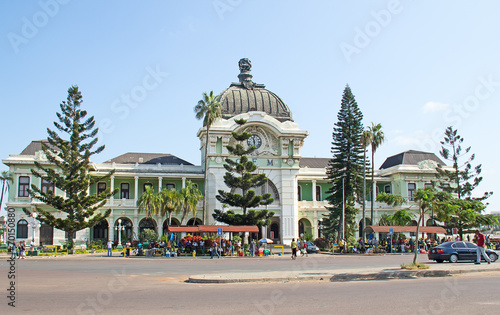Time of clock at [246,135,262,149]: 11:28
